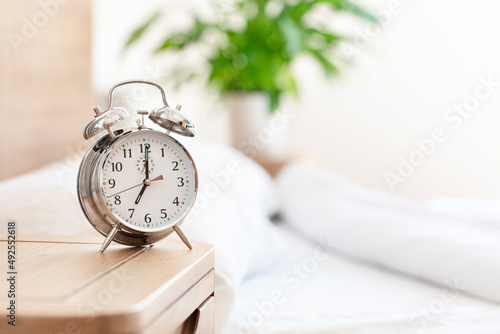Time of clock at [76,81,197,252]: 7:00
